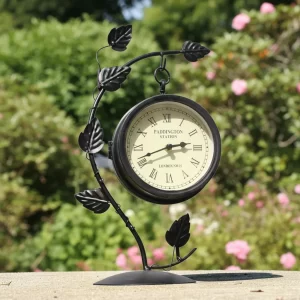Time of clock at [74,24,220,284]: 2:40
